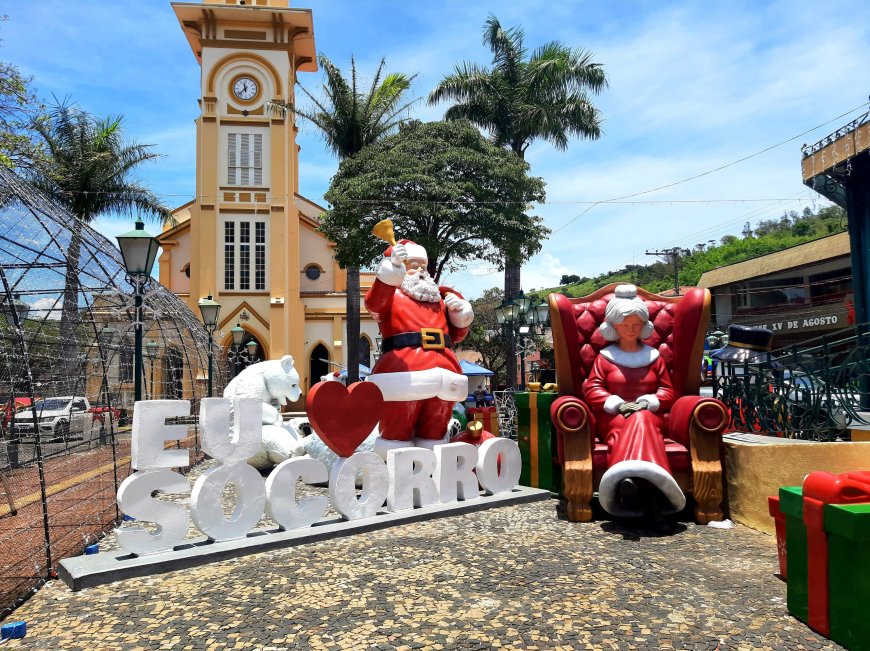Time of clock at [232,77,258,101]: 11:37
